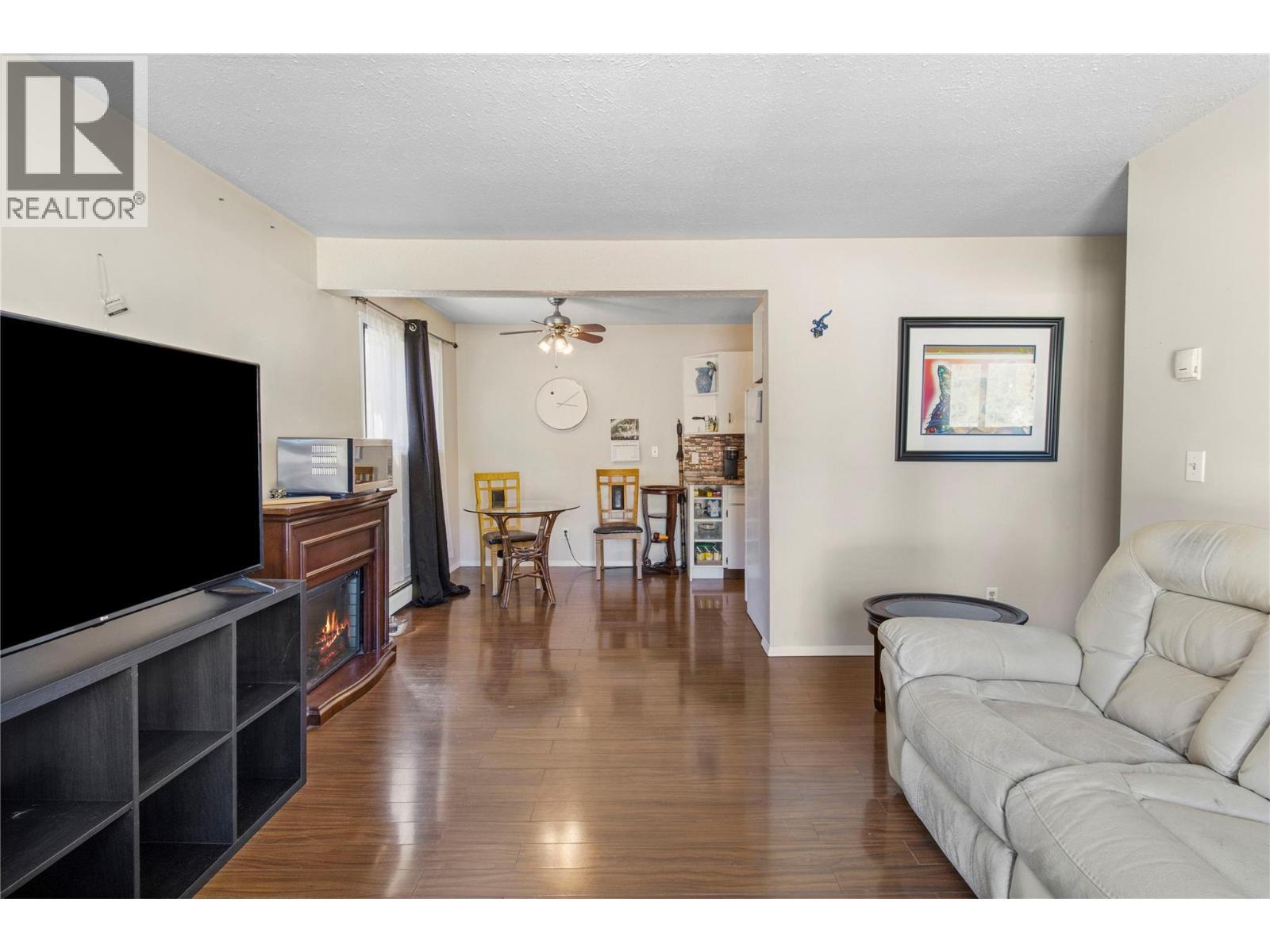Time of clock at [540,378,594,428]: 3:08
